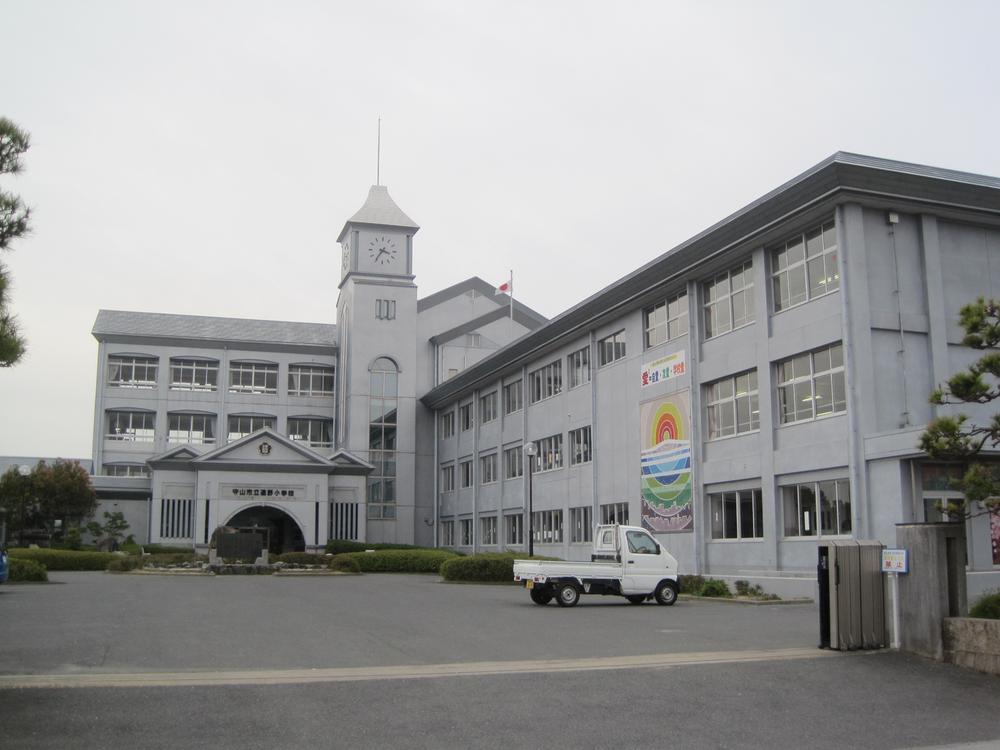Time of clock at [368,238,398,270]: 3:35
